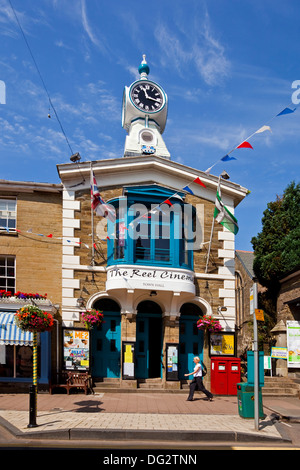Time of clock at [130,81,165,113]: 11:17
